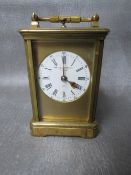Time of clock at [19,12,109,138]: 4:00
